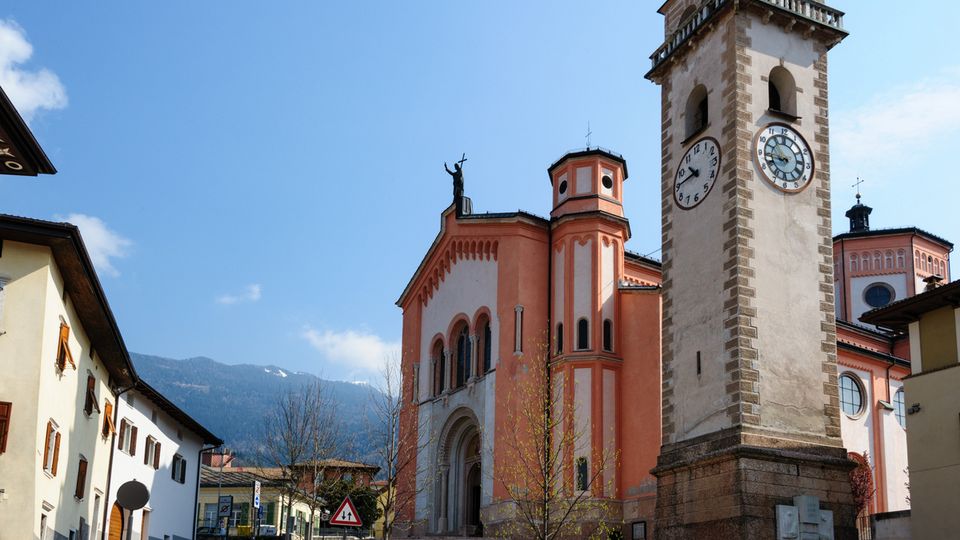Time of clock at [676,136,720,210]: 10:45
